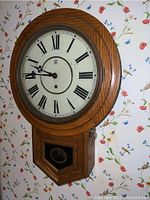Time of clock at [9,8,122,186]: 9:45
